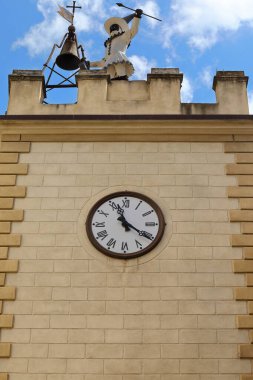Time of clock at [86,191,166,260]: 11:20
